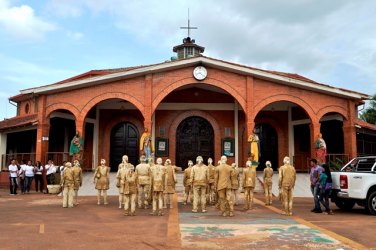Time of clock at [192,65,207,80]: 8:21
